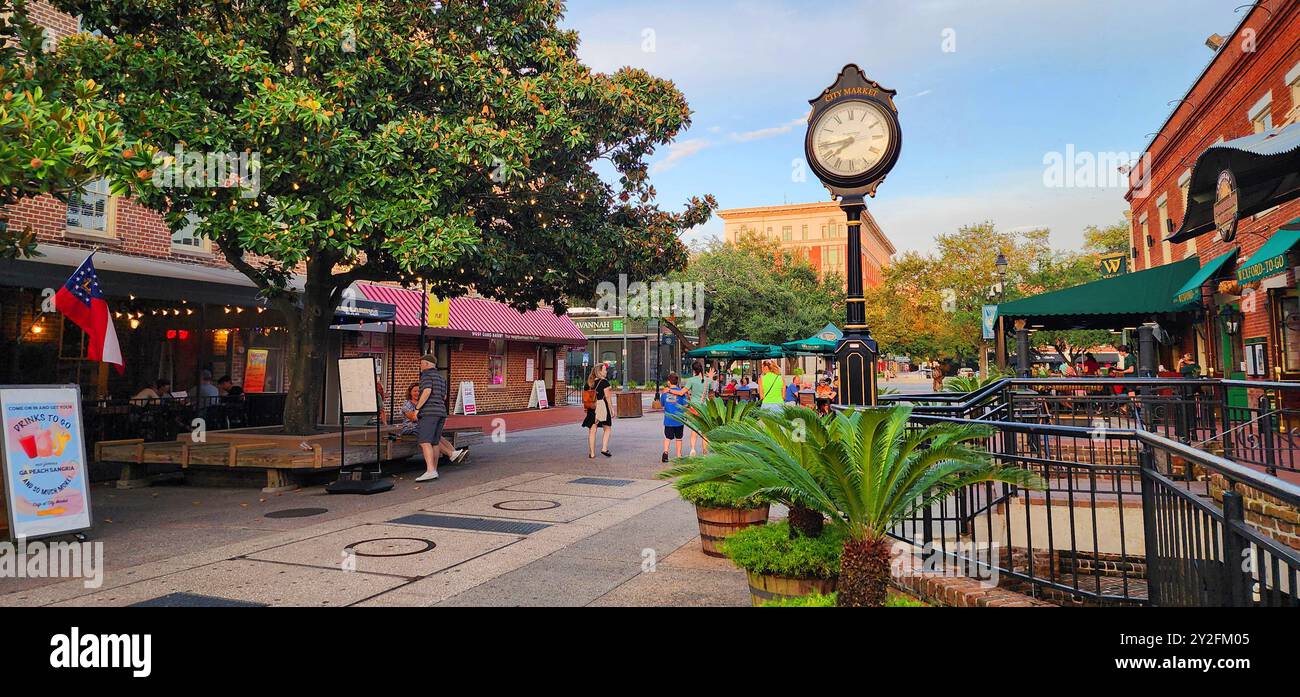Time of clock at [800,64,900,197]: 7:44
